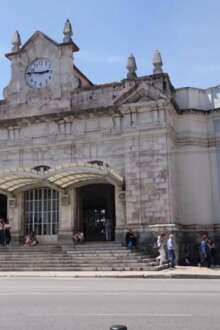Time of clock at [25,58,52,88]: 2:46
